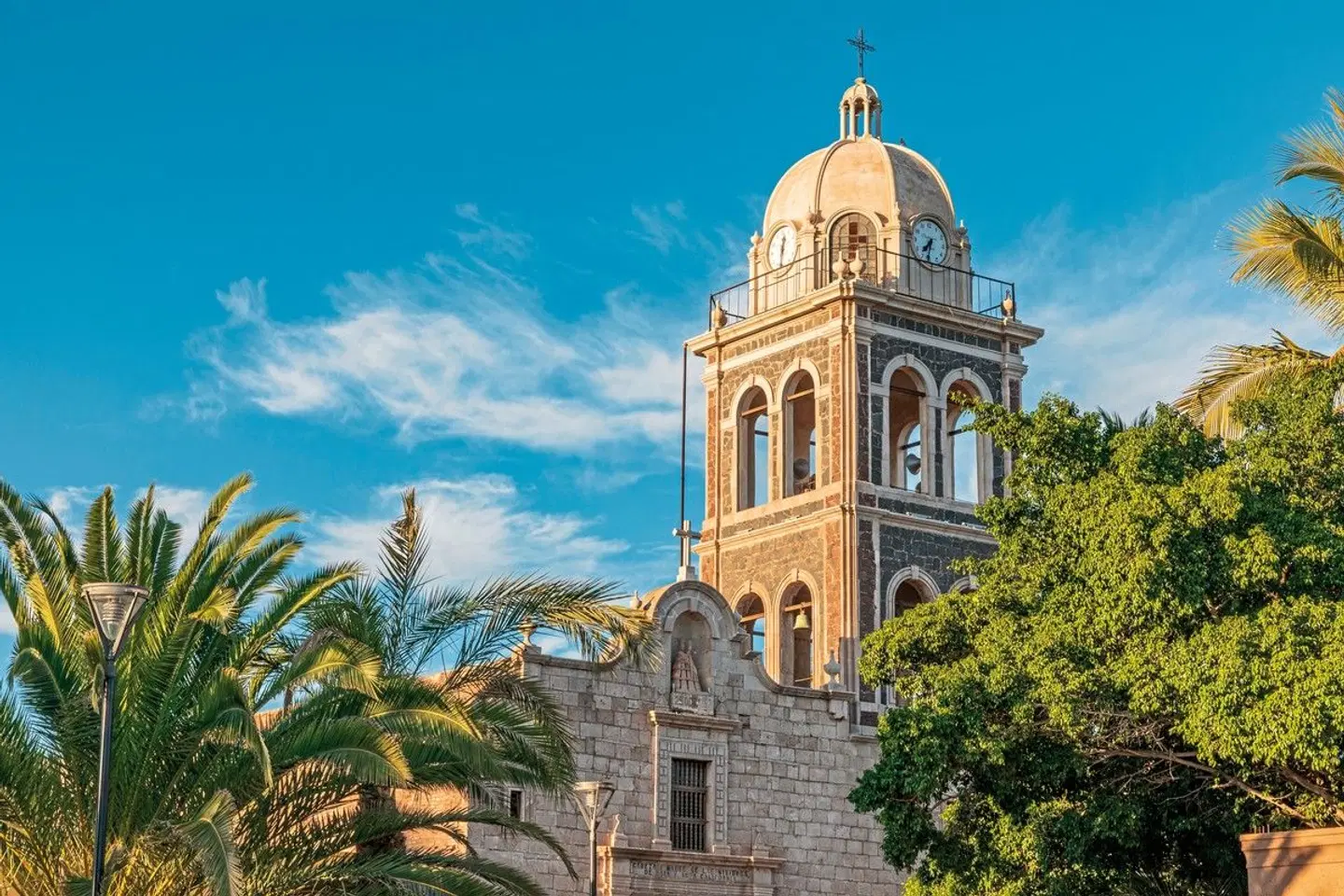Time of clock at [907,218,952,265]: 7:32
